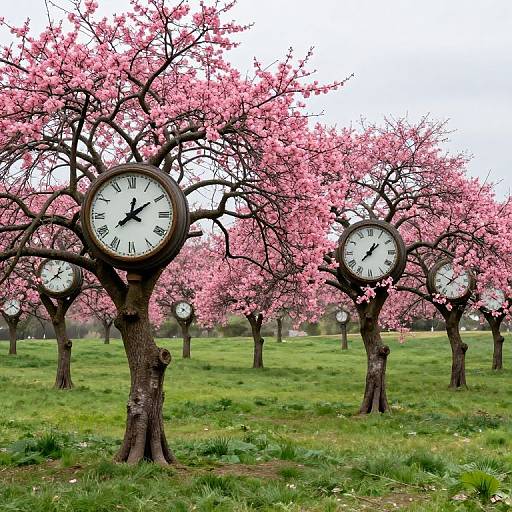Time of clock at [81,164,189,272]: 12:09
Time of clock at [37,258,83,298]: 12:38
